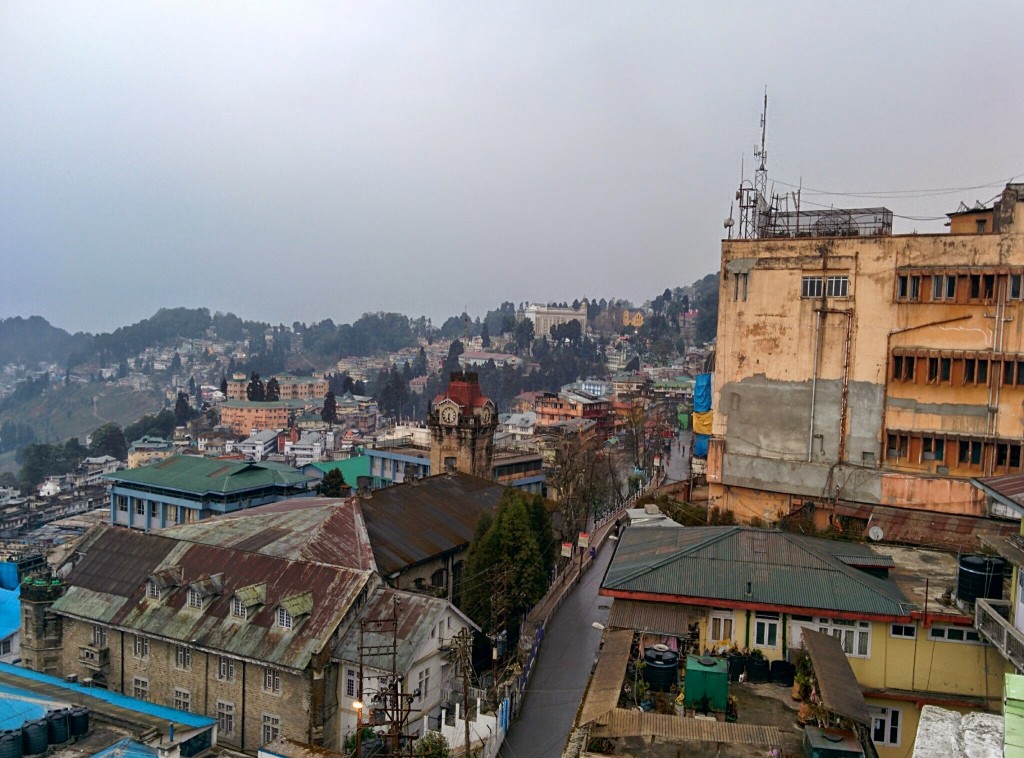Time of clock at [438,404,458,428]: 6:29
